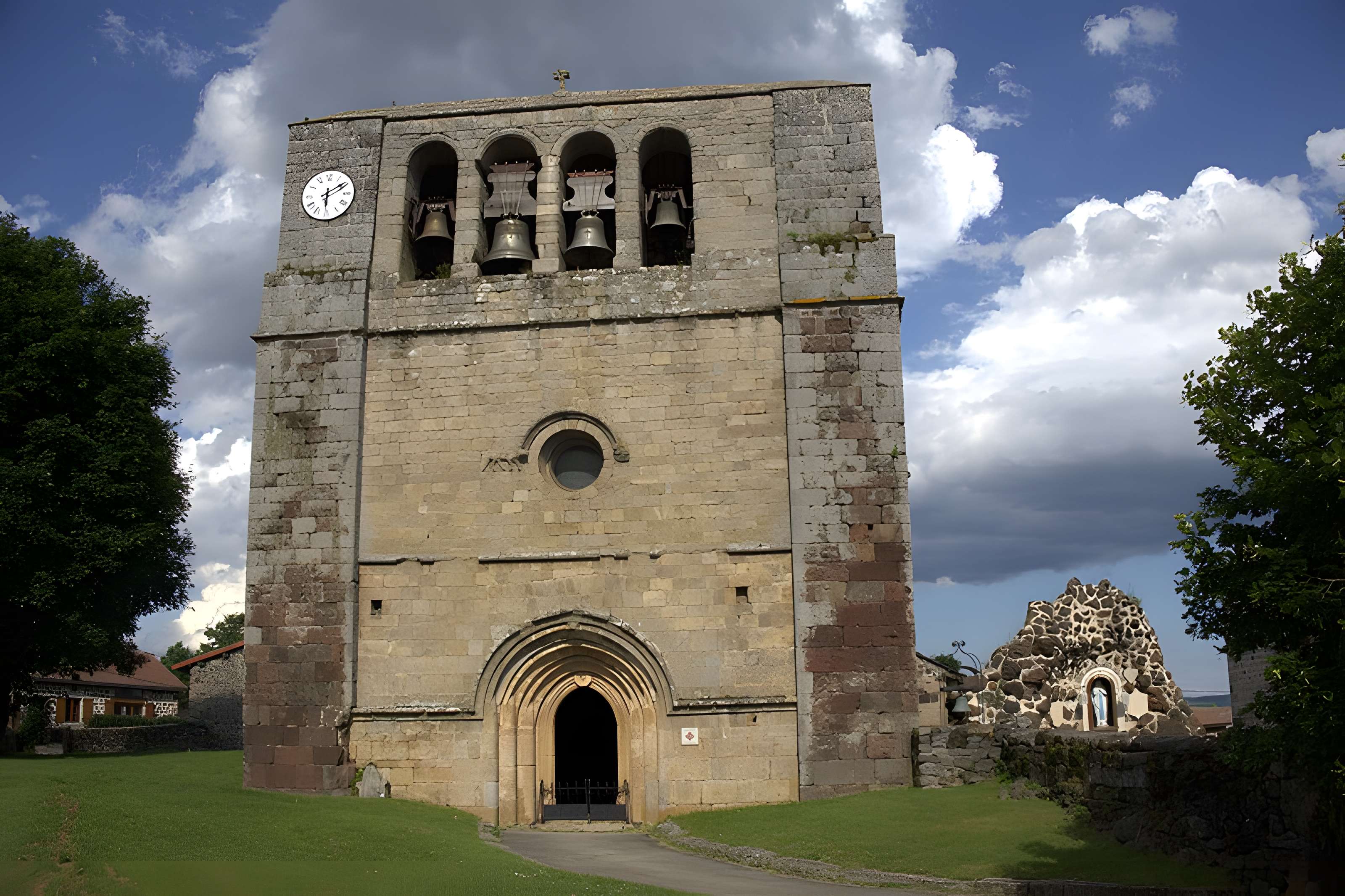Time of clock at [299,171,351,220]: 6:09
